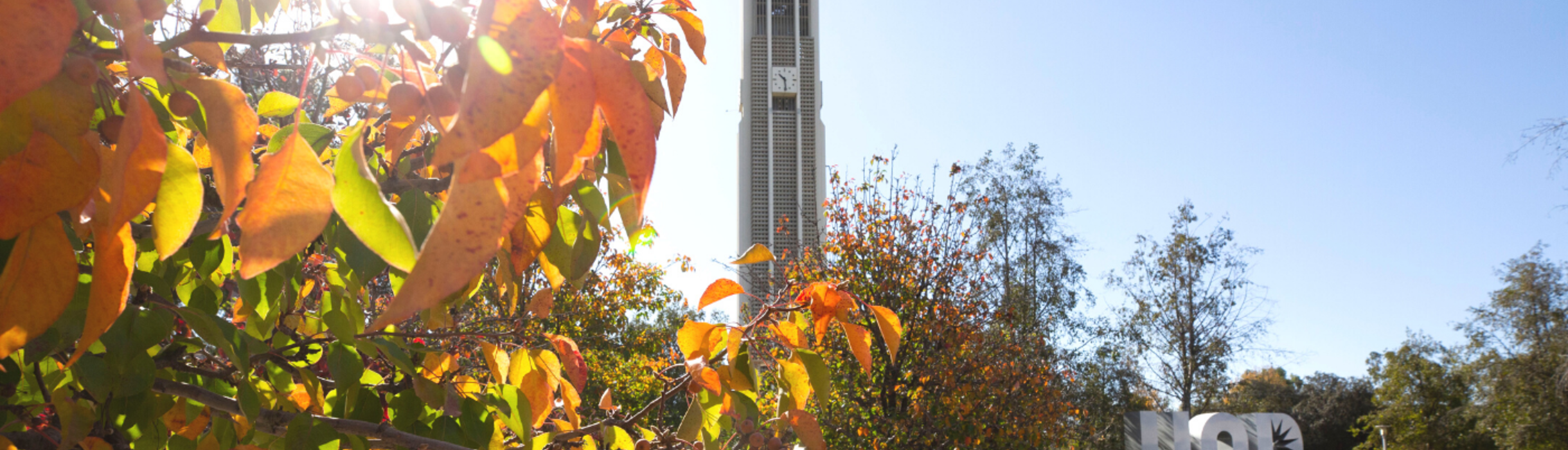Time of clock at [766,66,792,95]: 10:28
